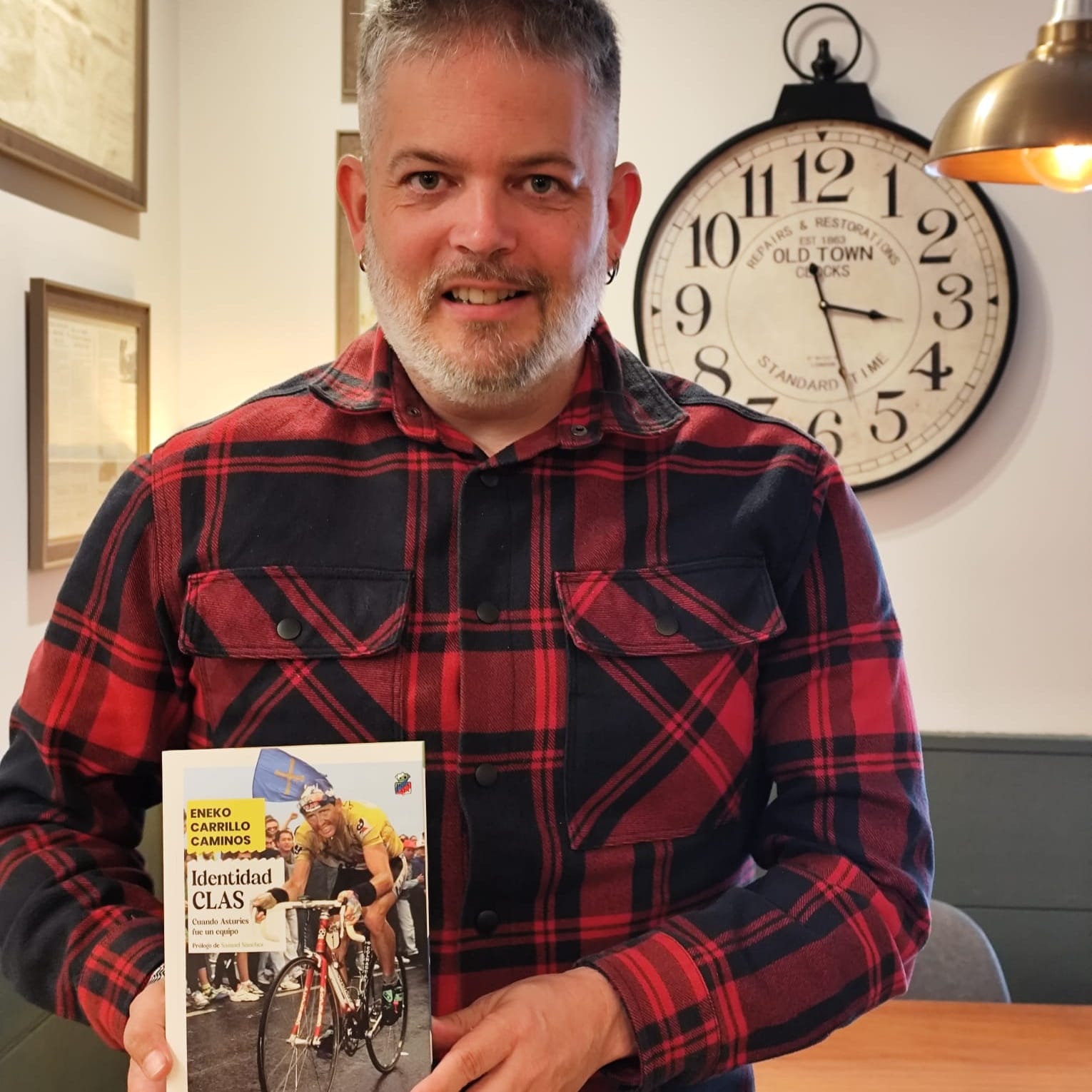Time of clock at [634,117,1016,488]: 3:27
